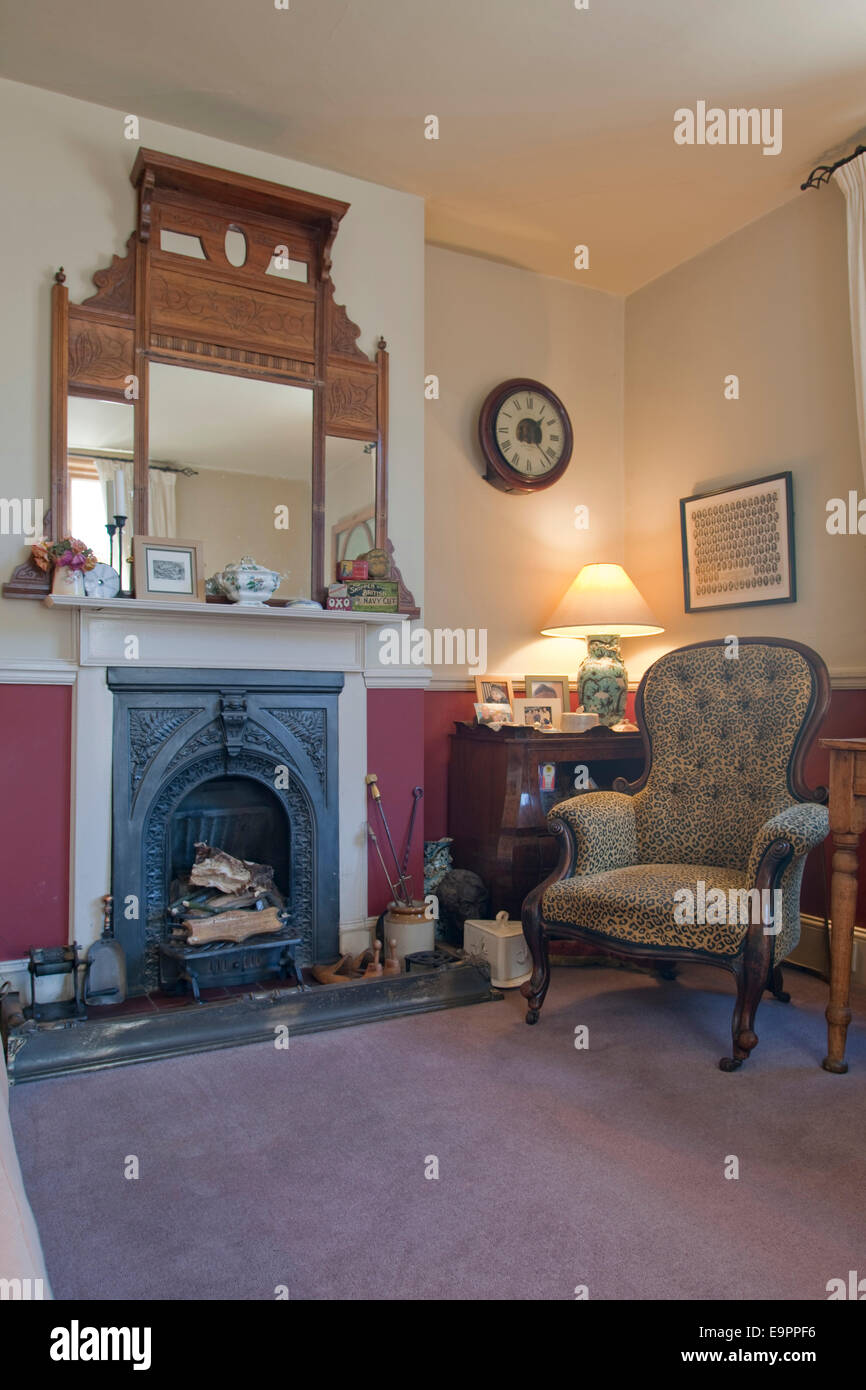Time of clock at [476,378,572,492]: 1:22
